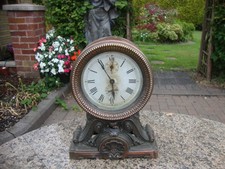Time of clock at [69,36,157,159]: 5:55
